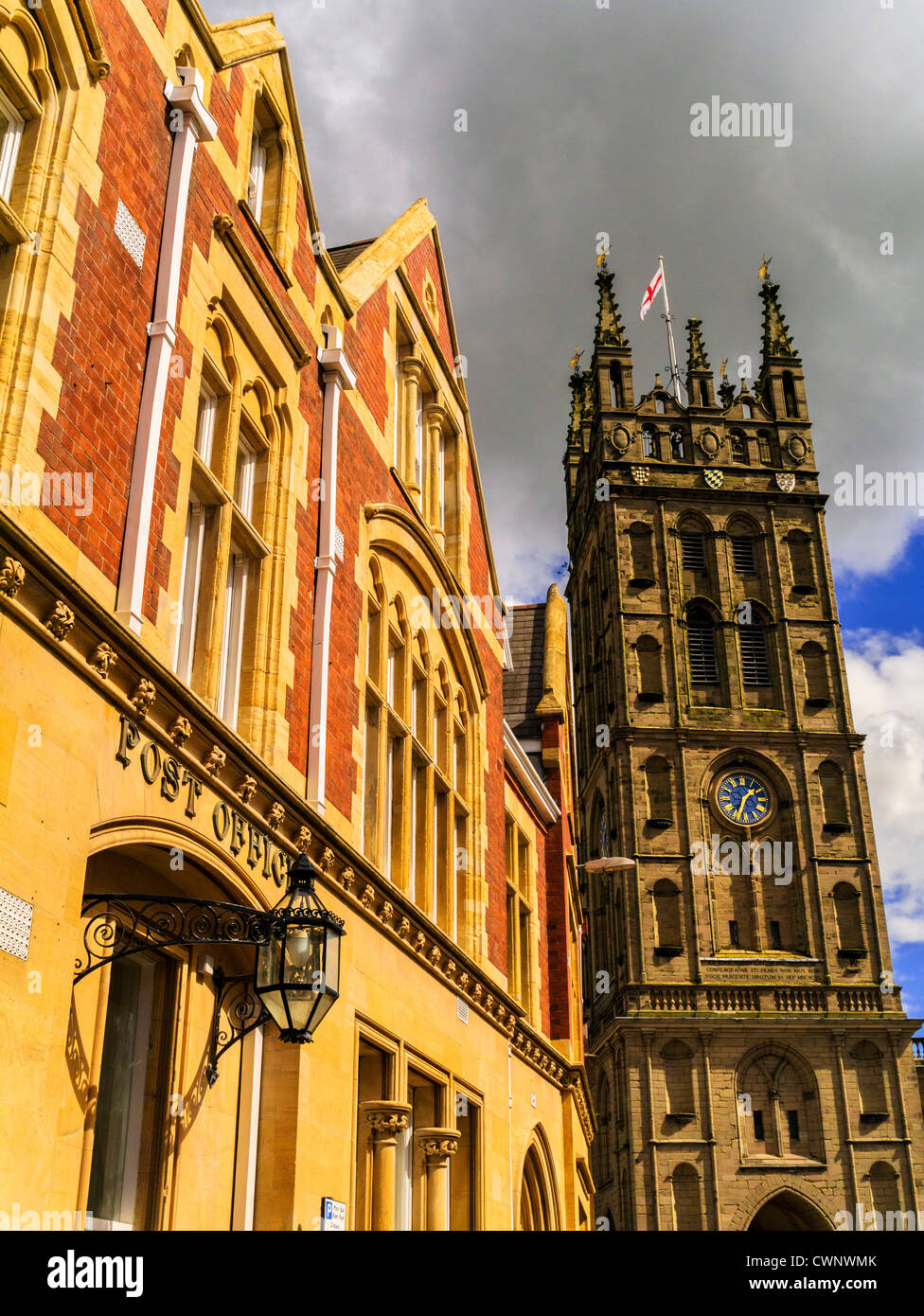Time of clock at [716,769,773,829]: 1:33
